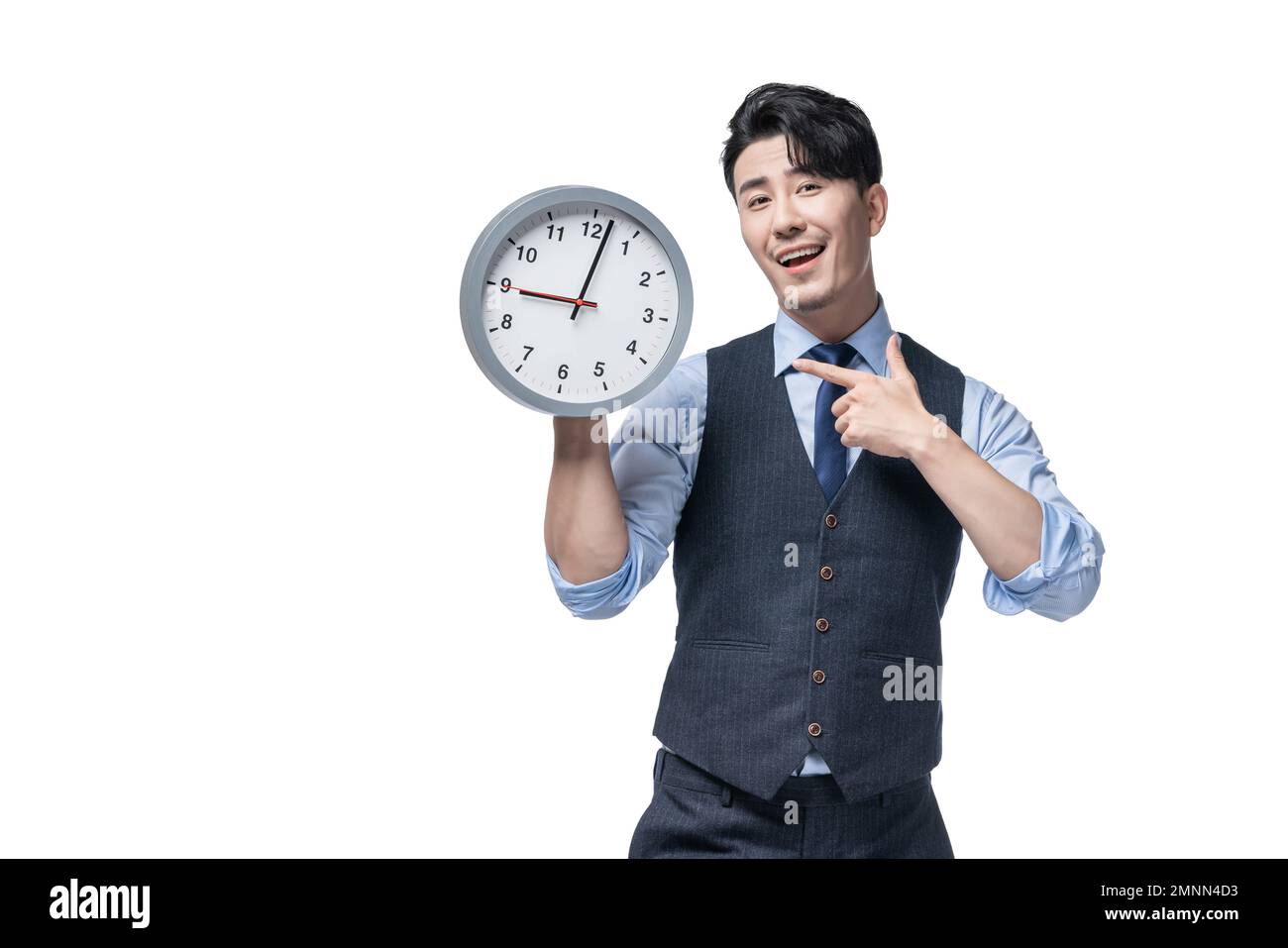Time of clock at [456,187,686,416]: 9:01
